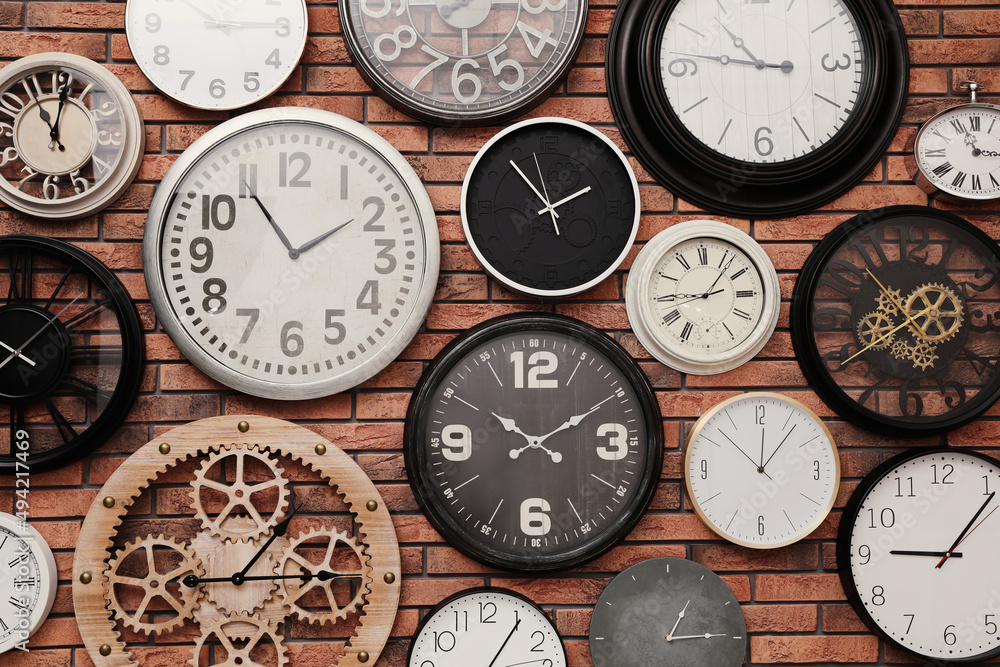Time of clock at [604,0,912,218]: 10:46
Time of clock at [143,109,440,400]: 1:54
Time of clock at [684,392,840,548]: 12:06
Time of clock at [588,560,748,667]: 1:14
